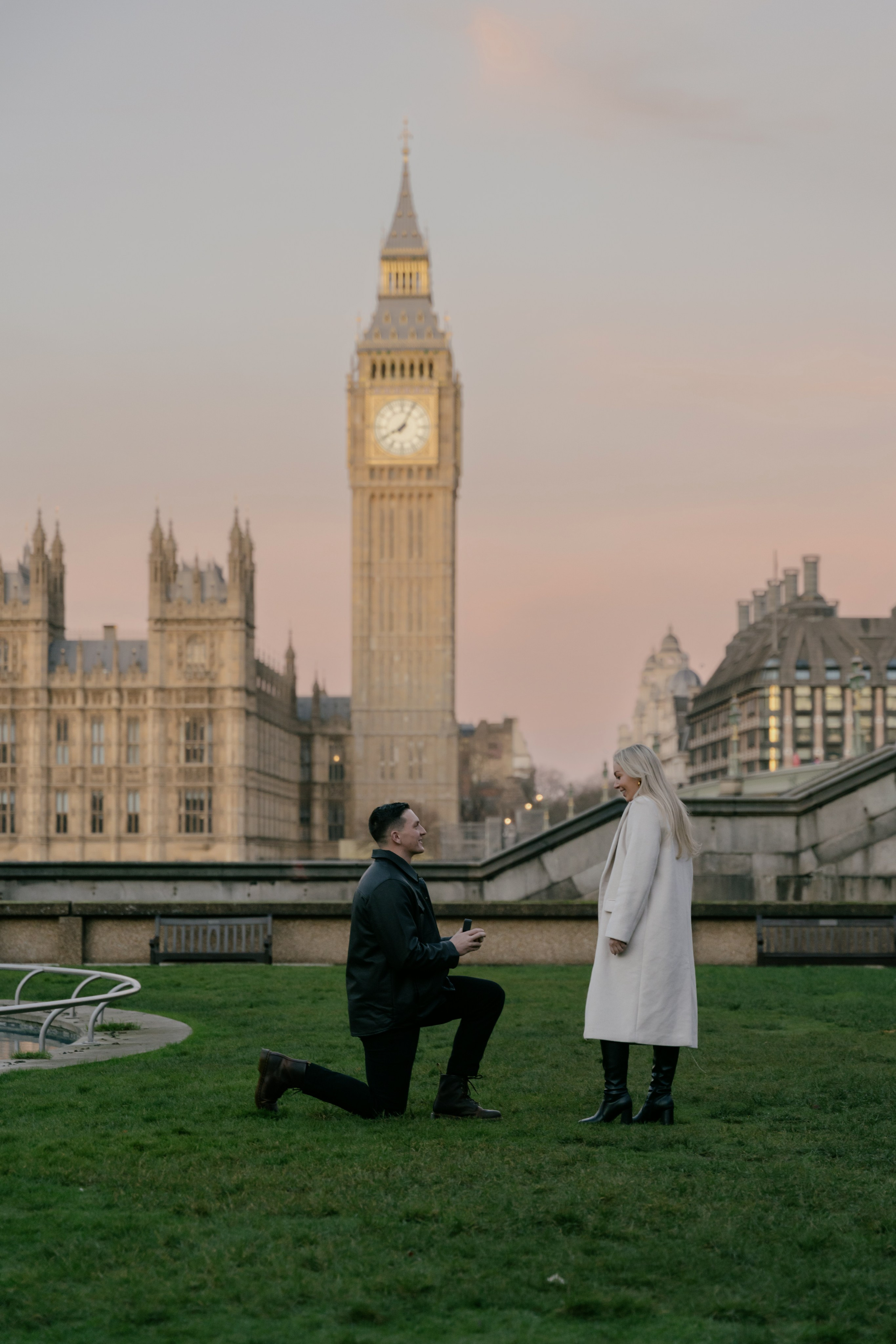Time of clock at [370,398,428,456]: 8:04
